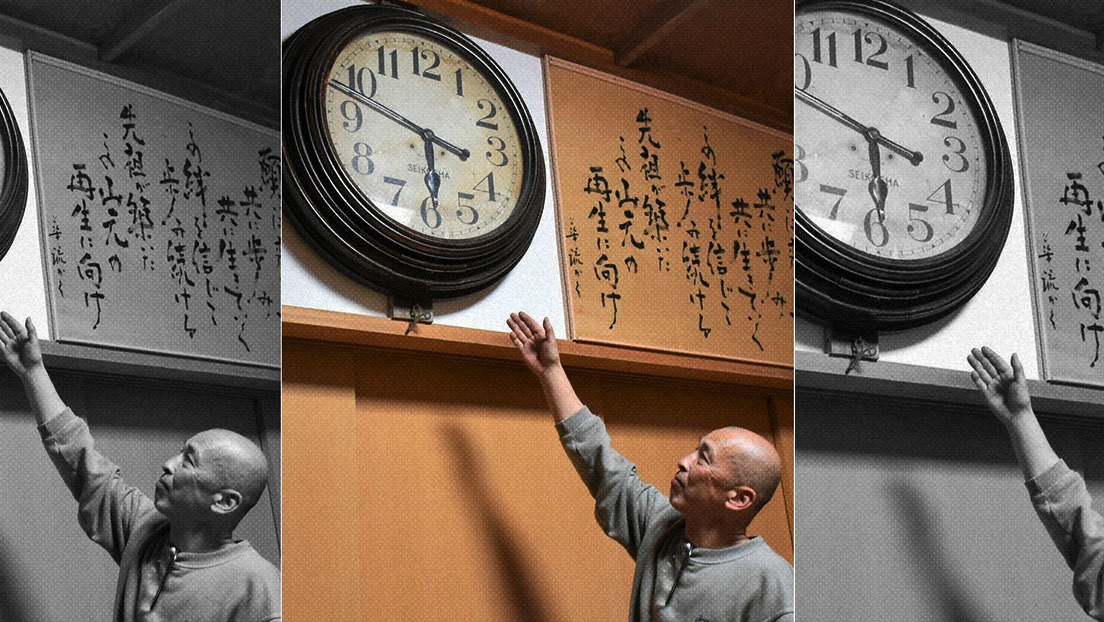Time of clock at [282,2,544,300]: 5:47
